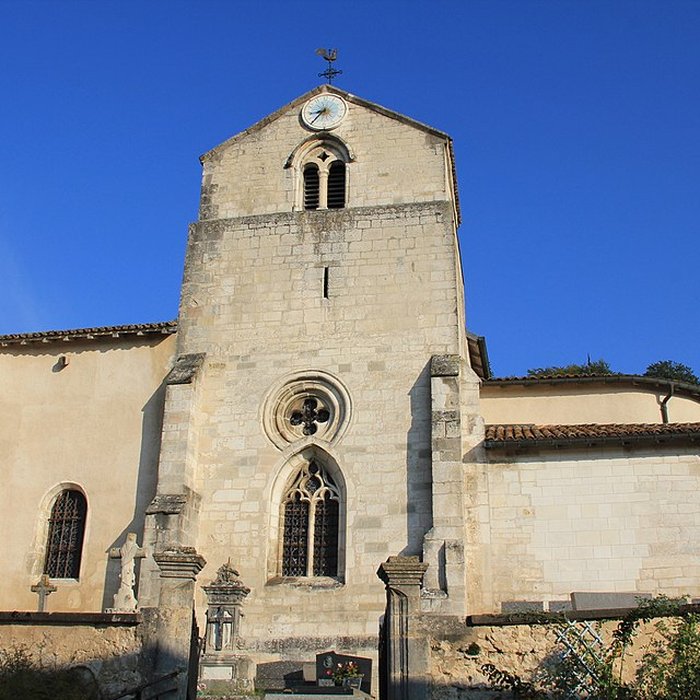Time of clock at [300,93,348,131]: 8:36
